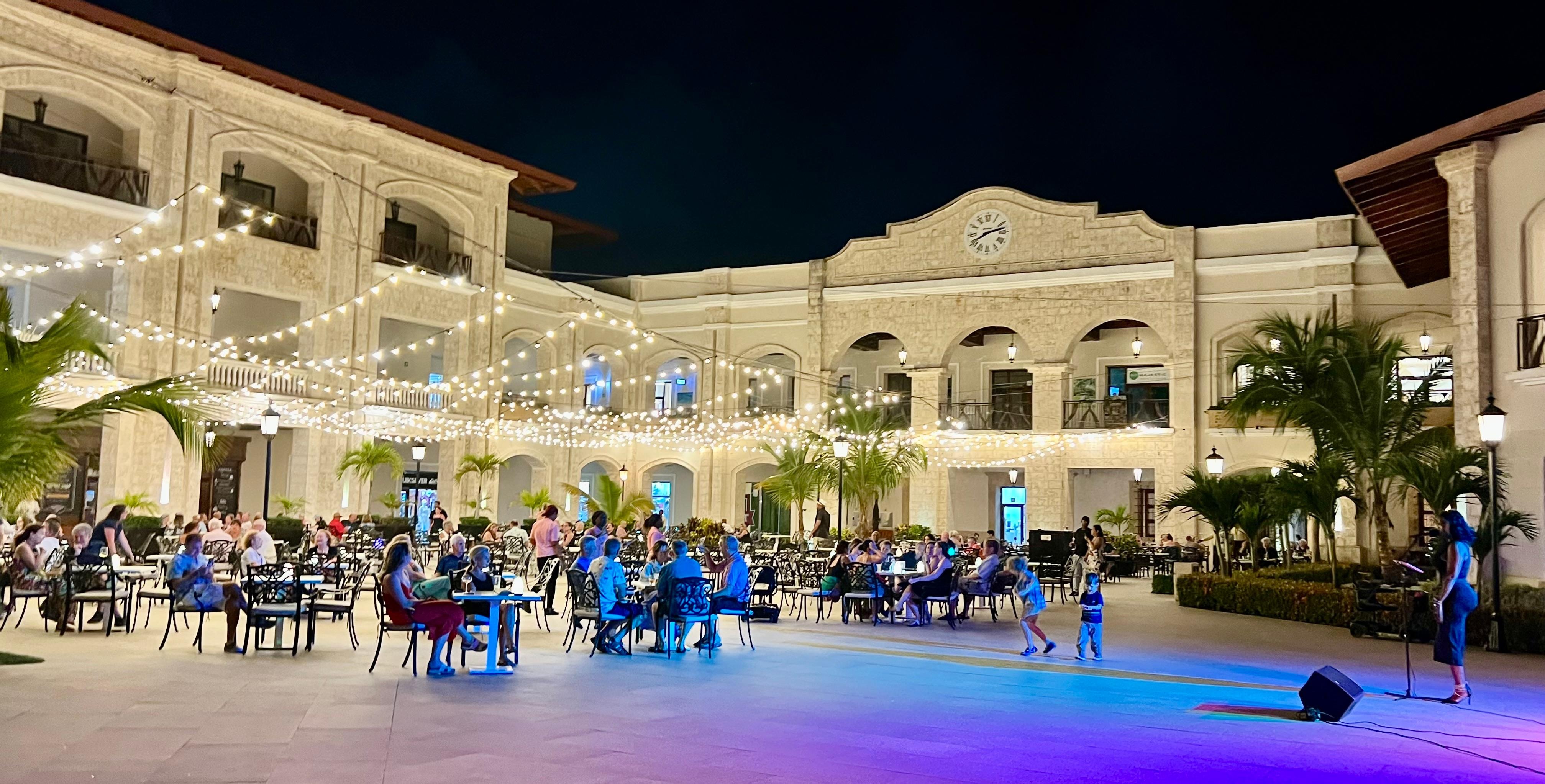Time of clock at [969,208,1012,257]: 8:12
